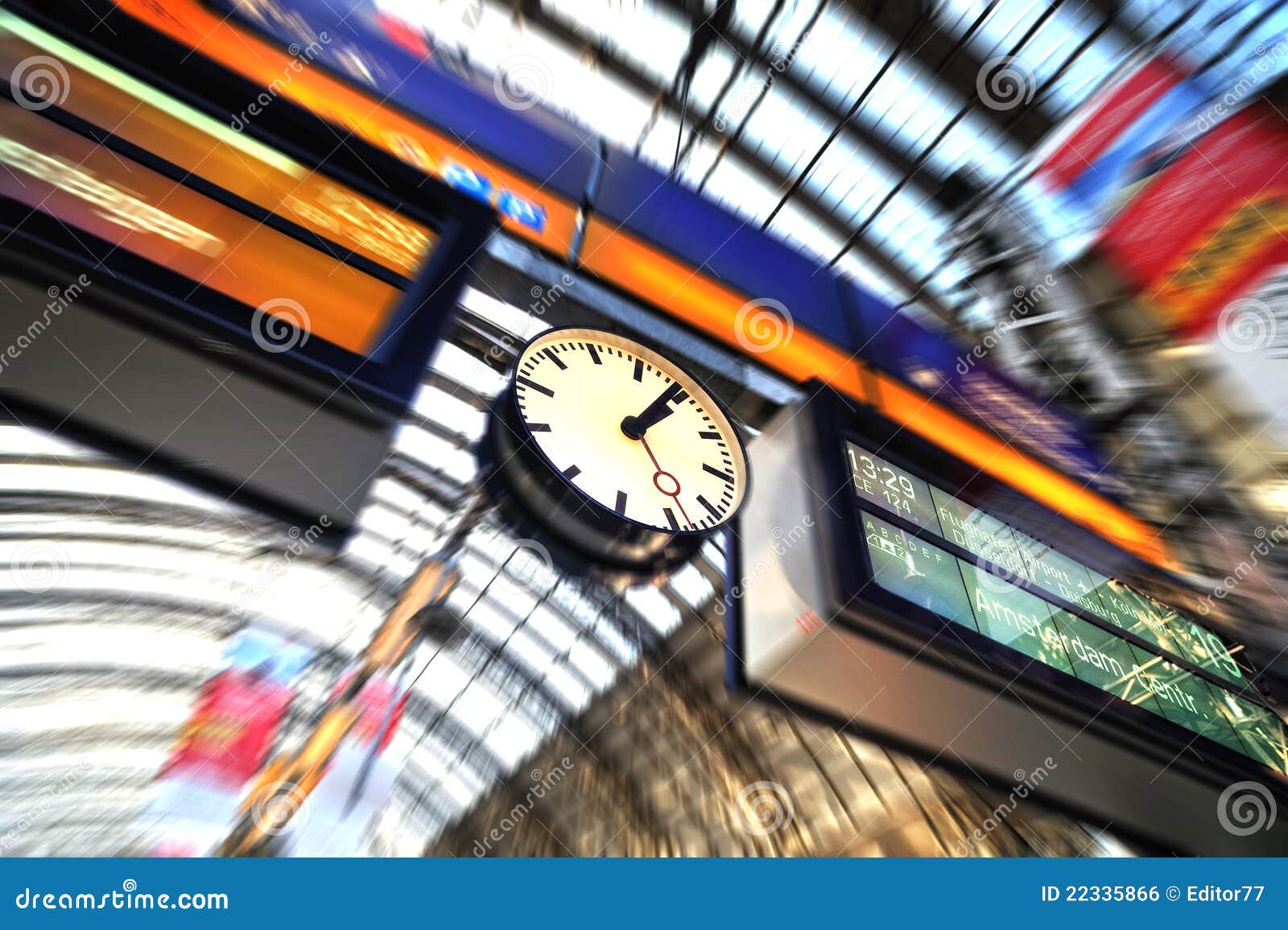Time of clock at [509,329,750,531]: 1:04
